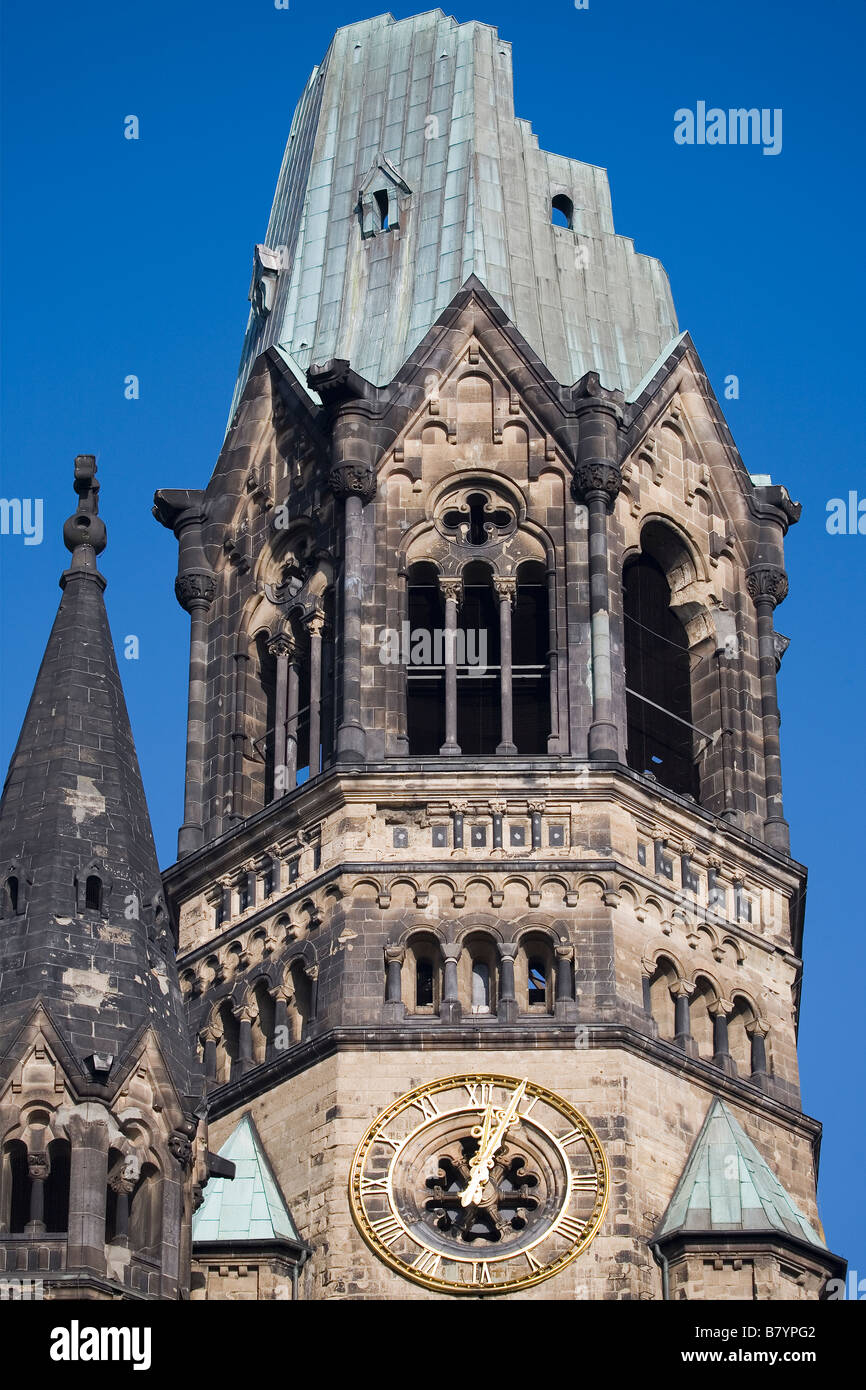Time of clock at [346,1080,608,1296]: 12:26
